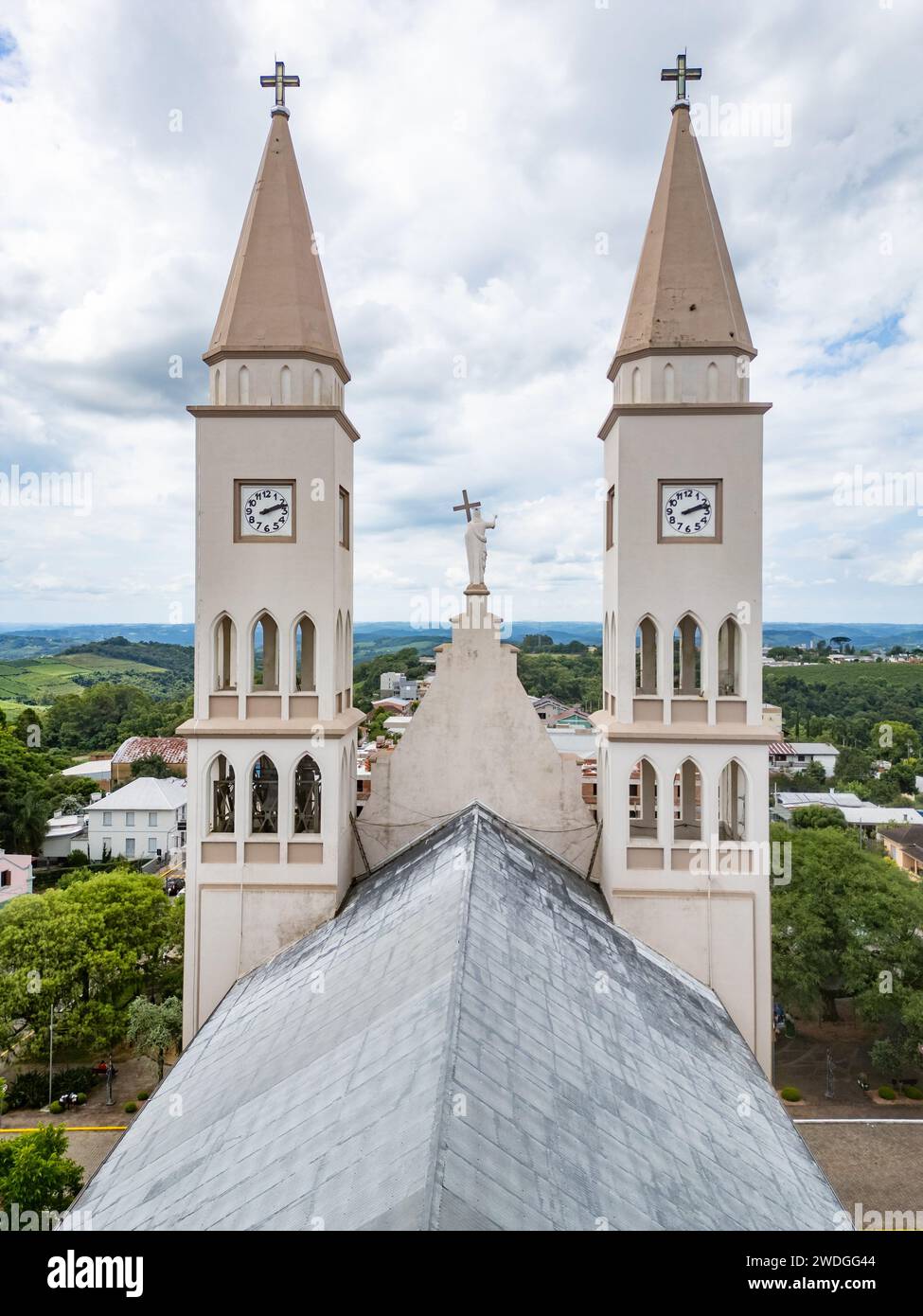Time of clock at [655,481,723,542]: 2:12
